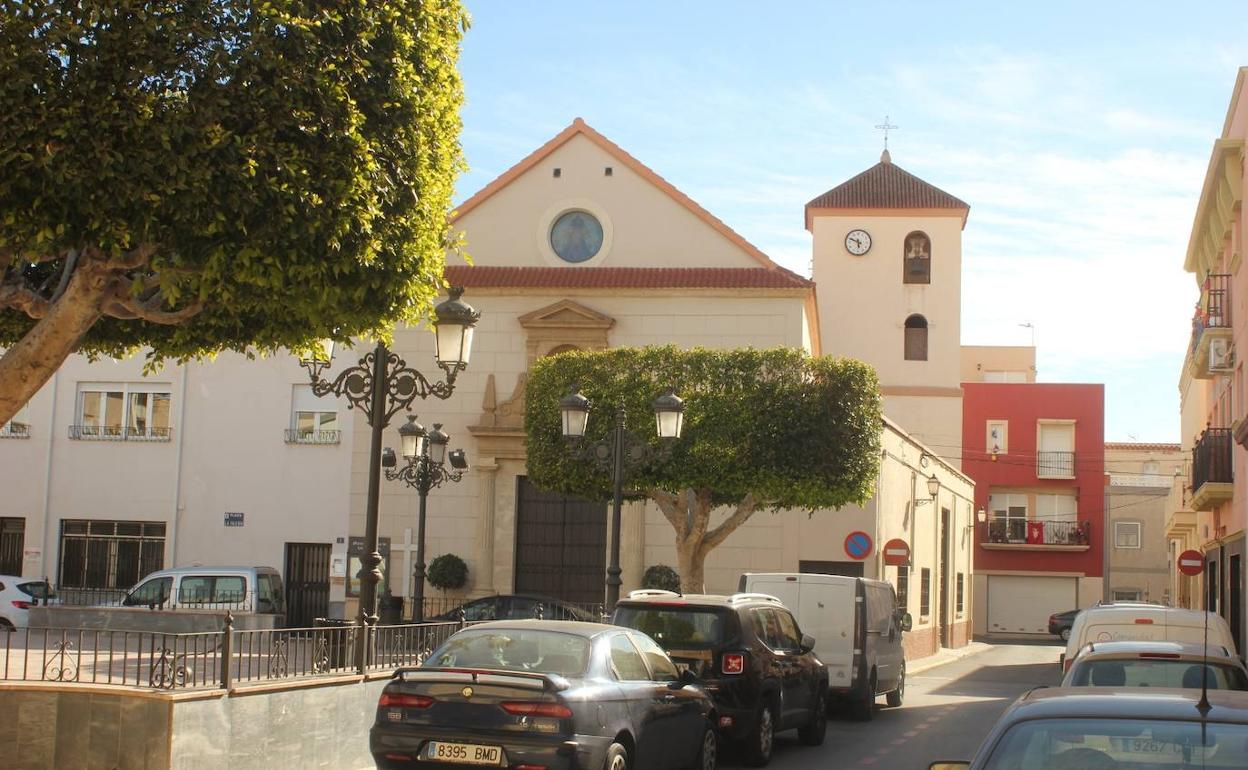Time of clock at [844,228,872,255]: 5:49
